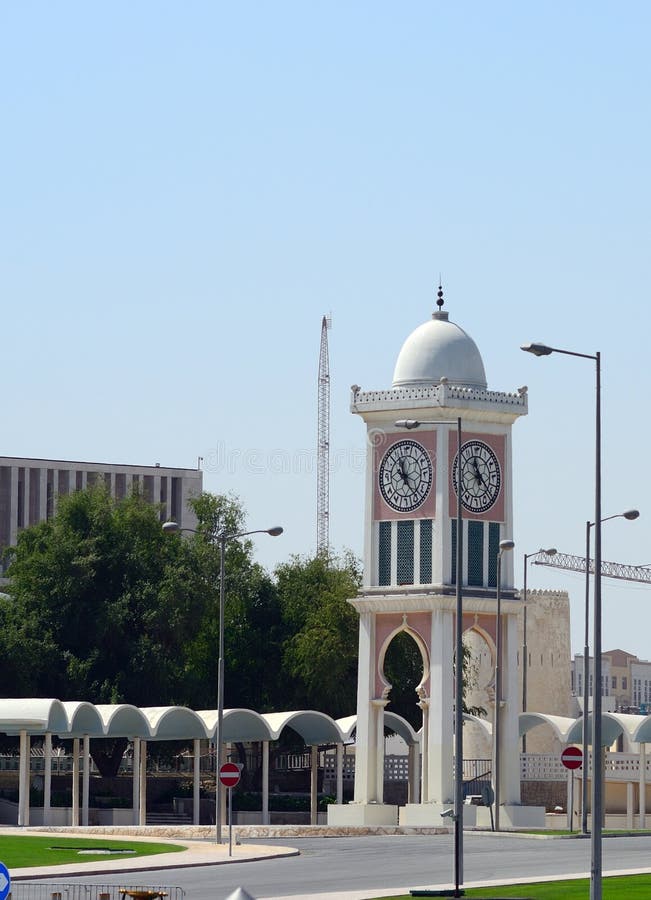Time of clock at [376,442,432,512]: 11:23
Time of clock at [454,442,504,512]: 11:22
